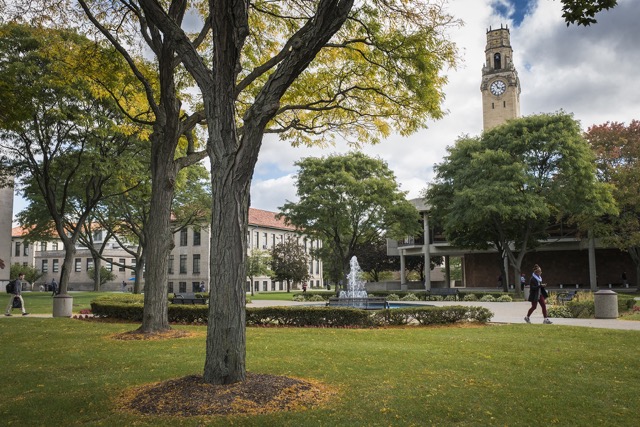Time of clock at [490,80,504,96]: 11:17
